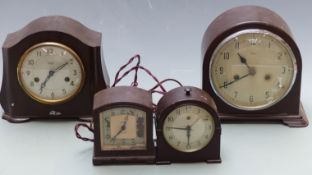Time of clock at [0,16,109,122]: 7:09
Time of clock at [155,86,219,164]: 5:45
